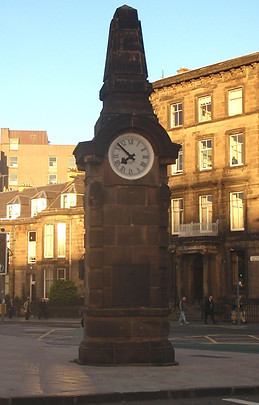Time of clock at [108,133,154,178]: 7:52
